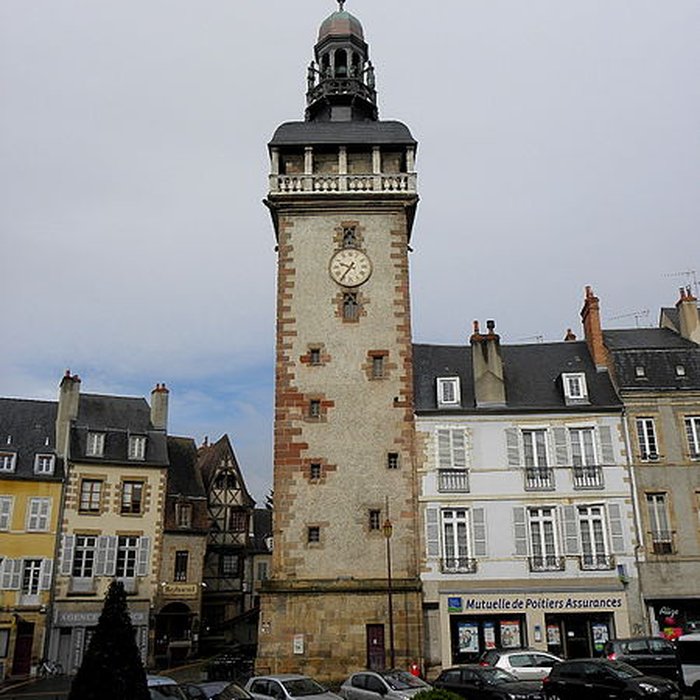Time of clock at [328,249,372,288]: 9:36
